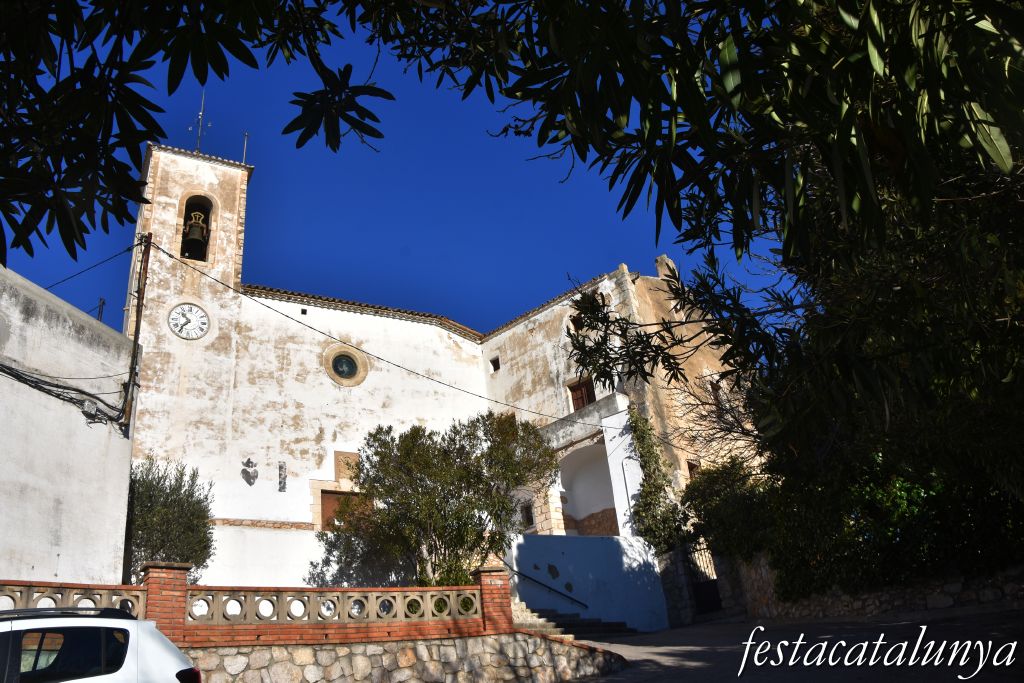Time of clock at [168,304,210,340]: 10:36
